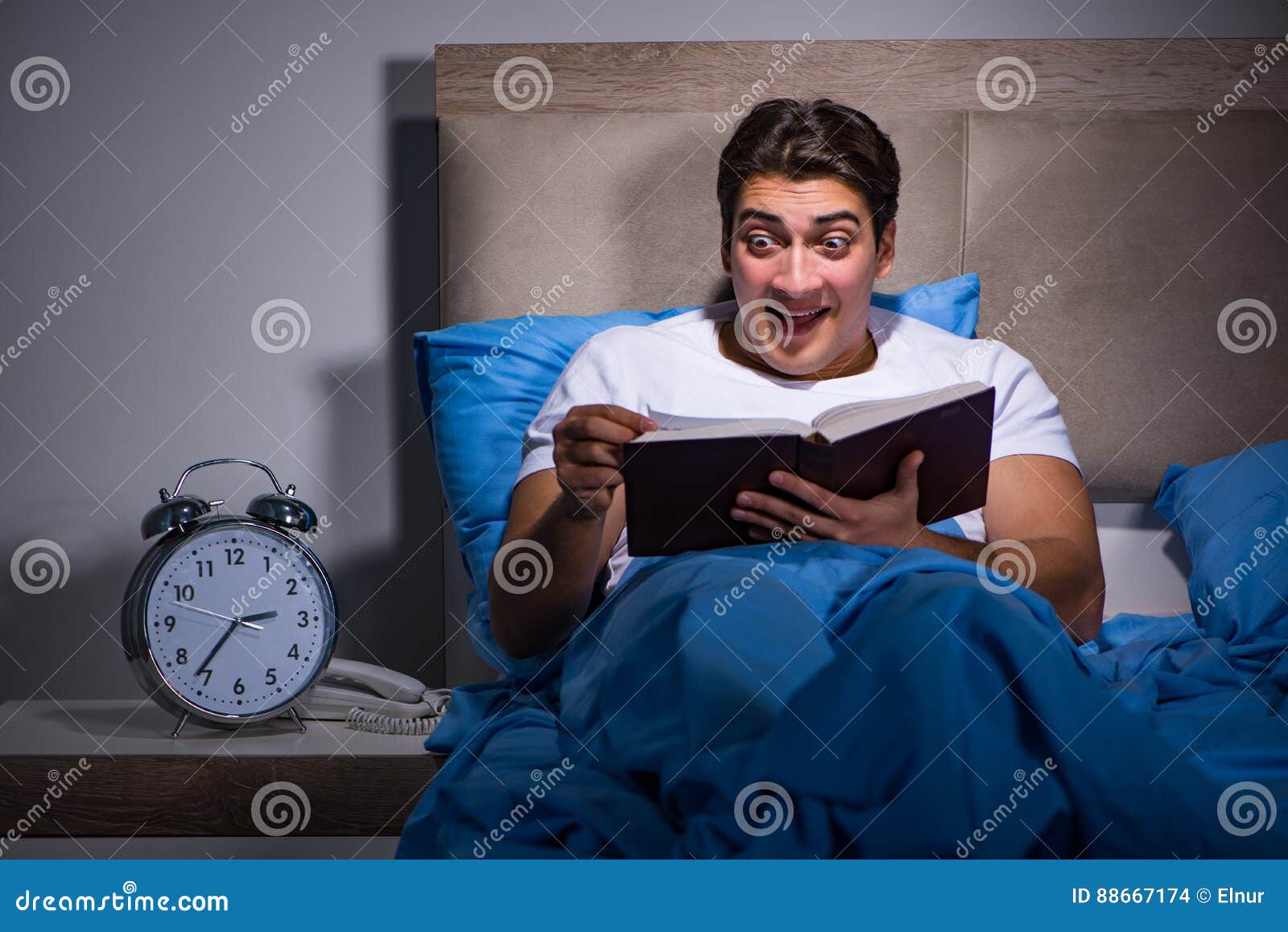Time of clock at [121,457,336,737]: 2:36
